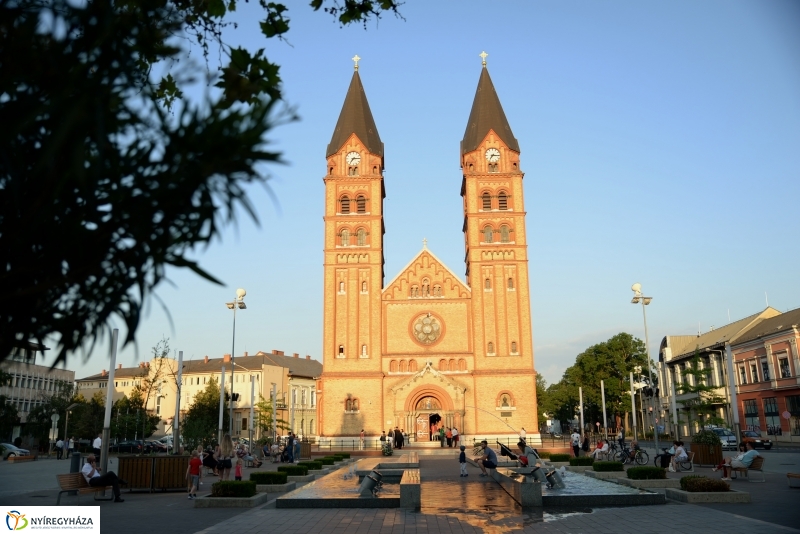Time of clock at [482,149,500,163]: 7:15
